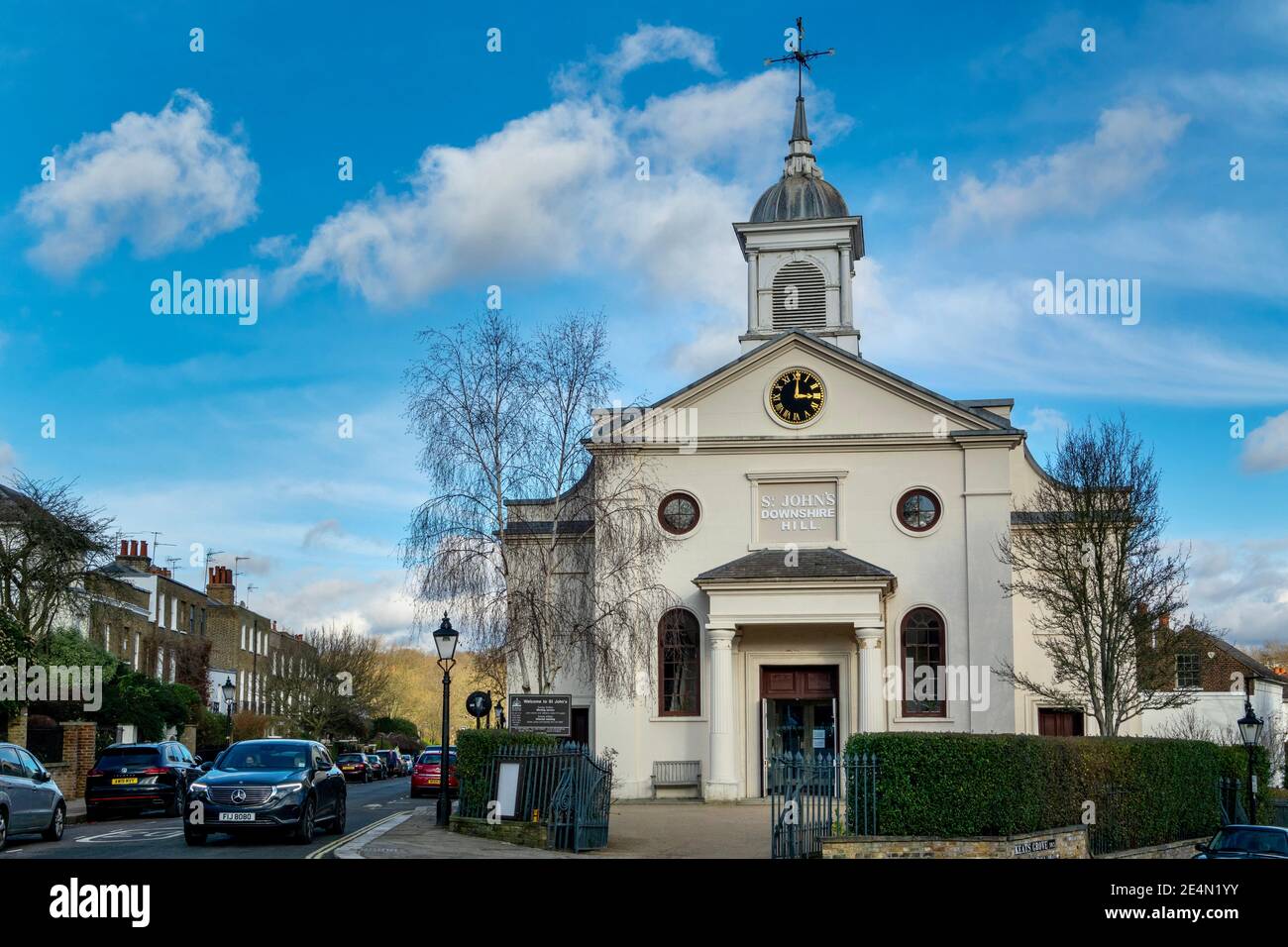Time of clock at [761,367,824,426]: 3:00
